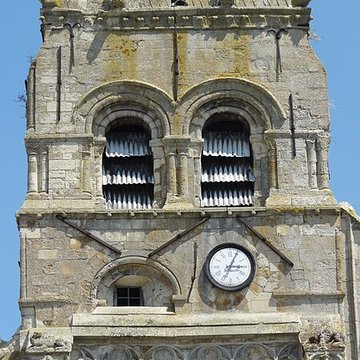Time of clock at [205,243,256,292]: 3:04
